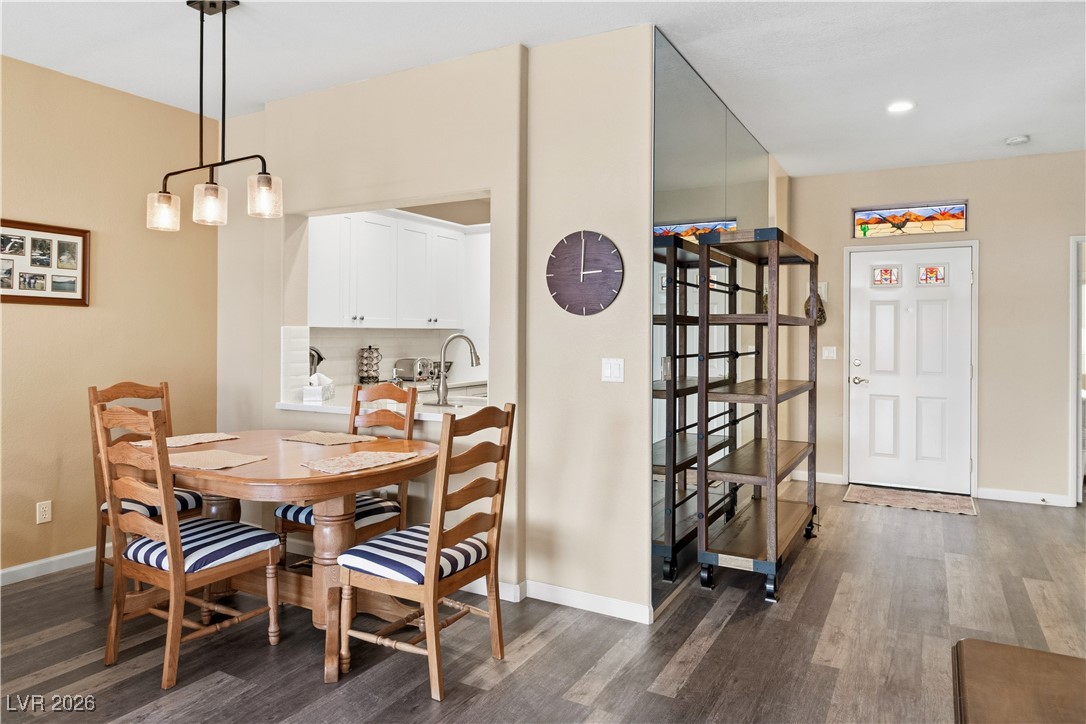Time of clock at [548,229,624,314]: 3:00
